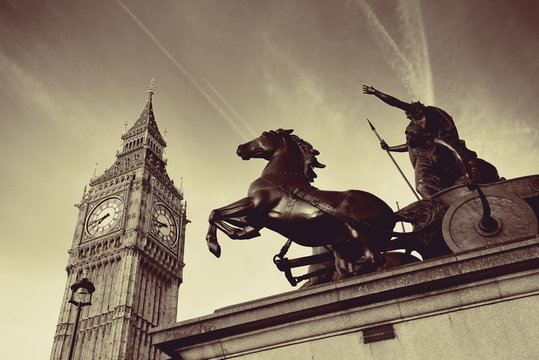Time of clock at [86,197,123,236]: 7:43
